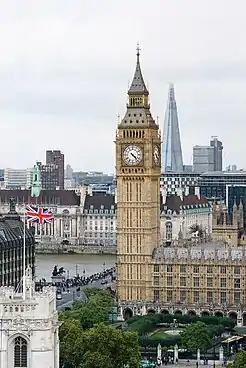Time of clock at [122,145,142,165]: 4:22
